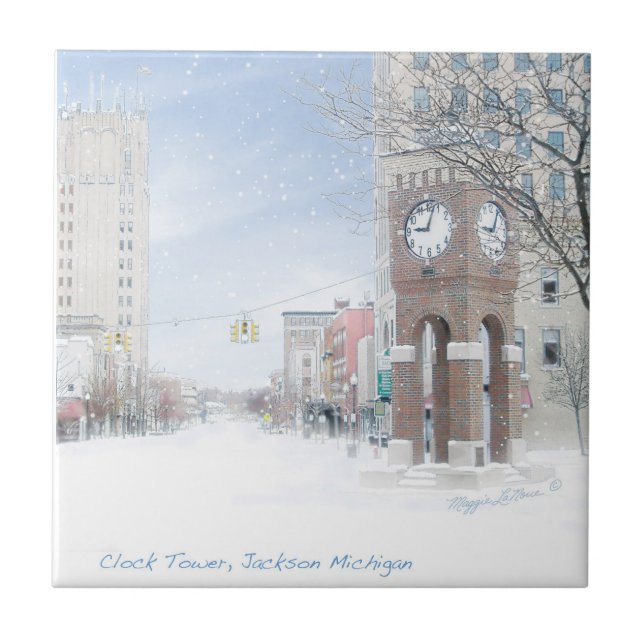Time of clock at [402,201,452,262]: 9:02
